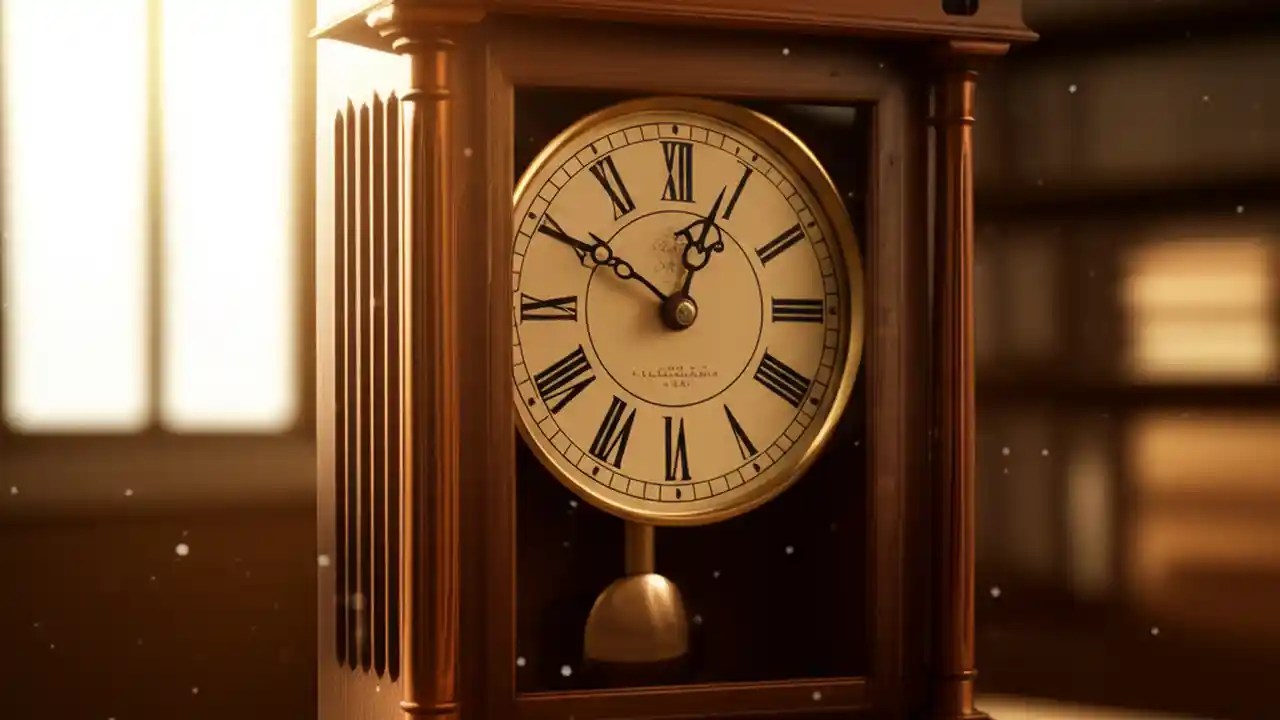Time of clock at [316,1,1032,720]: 12:49
